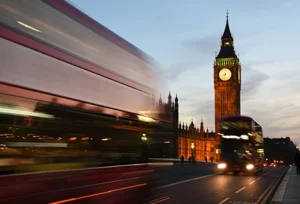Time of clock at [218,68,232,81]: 8:32
